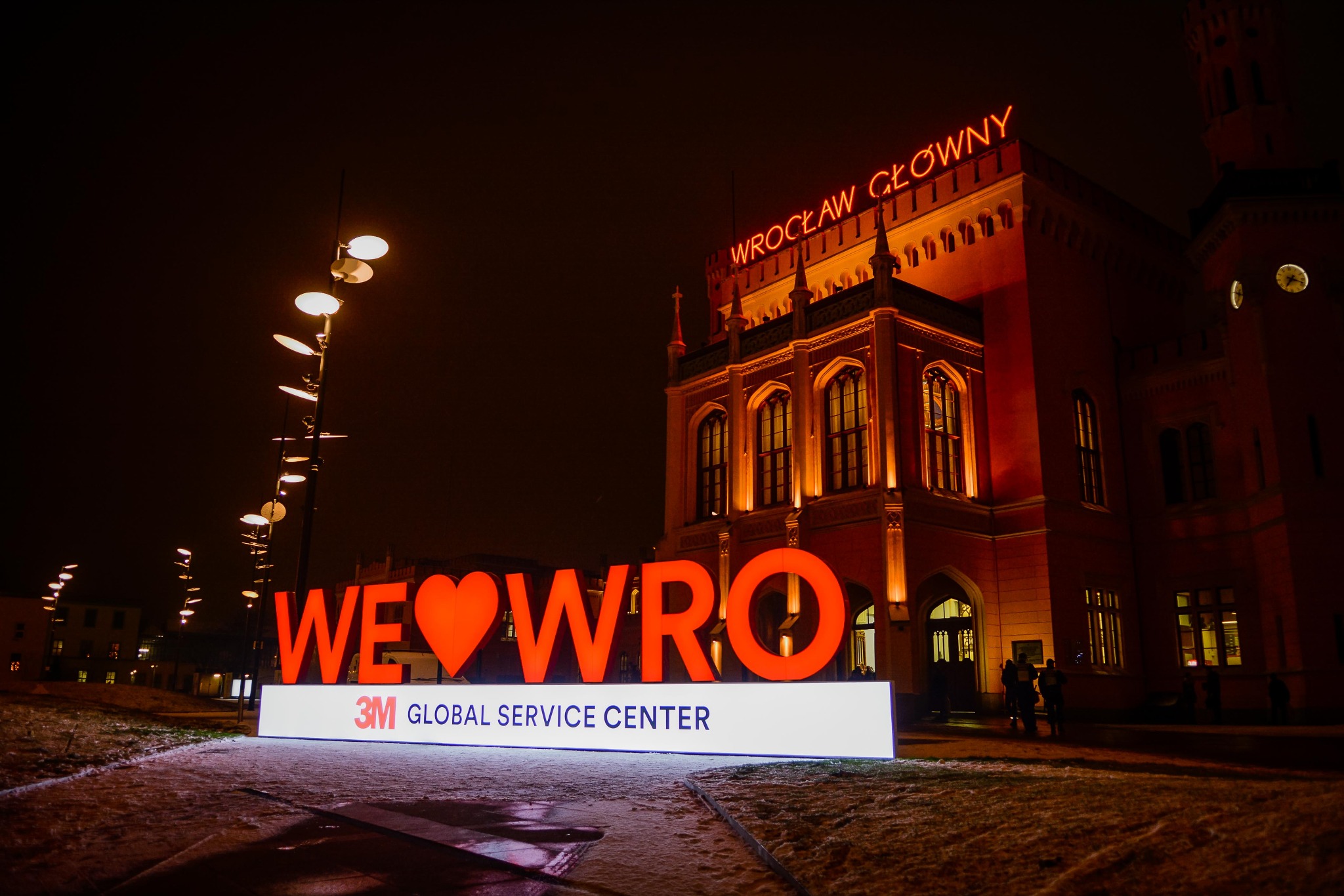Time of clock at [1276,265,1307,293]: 7:18
